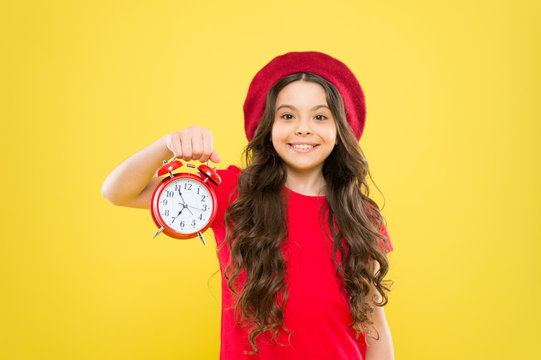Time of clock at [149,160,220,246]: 6:55
